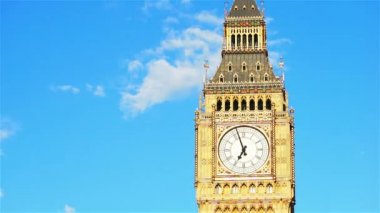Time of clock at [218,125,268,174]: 6:56
